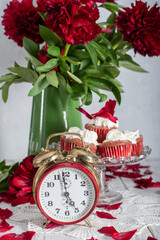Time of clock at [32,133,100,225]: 4:58
